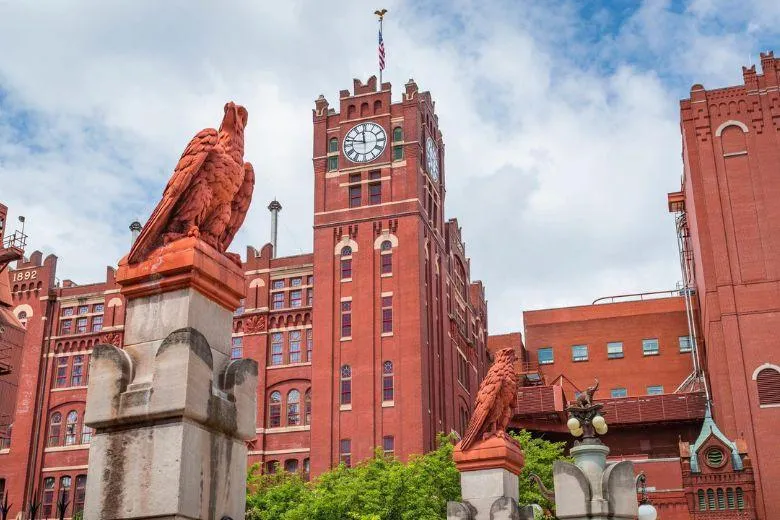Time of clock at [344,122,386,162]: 11:47
